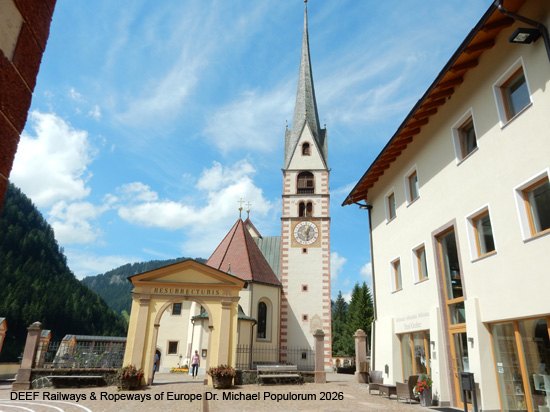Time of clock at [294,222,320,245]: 12:28
